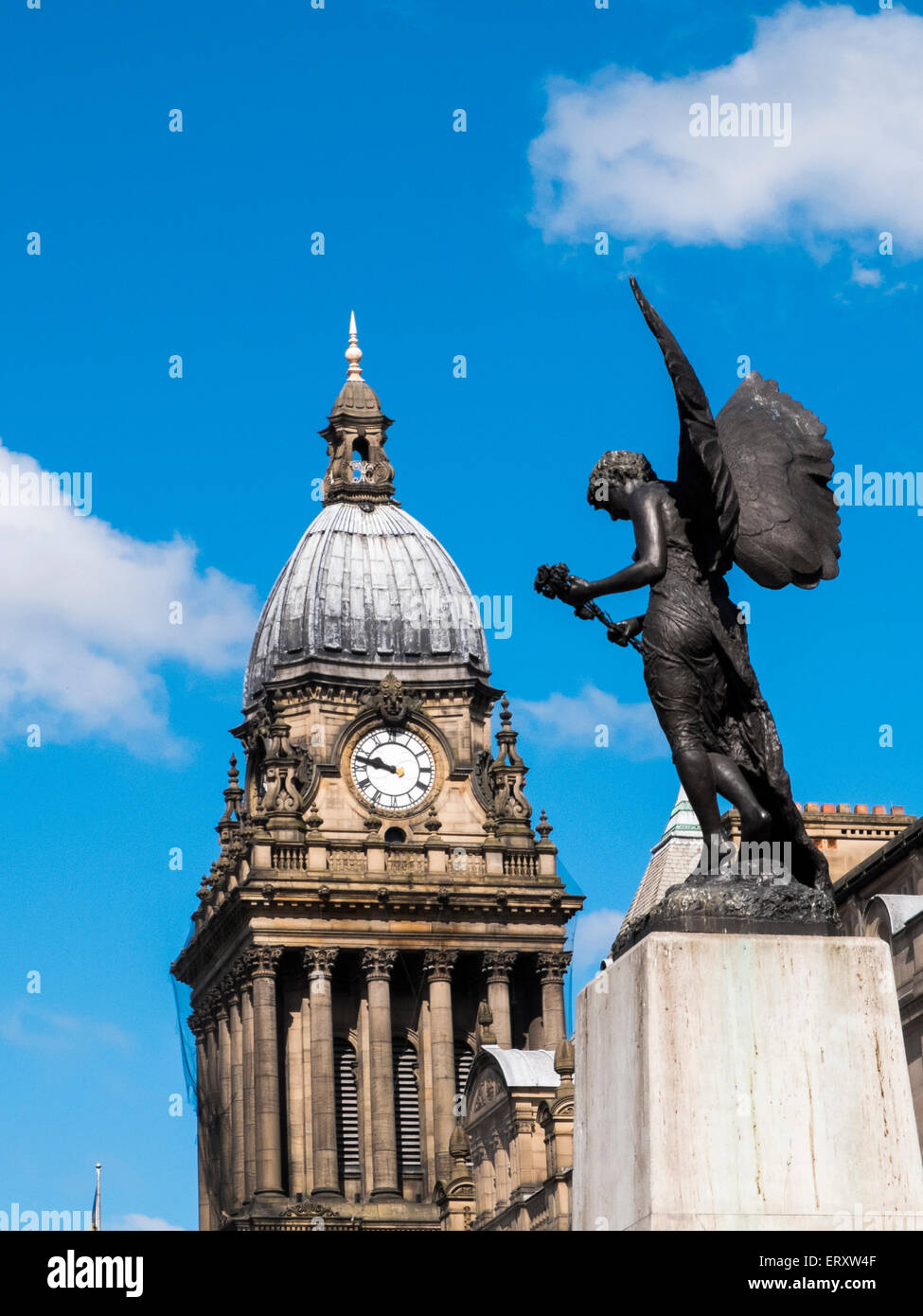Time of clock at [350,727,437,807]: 9:47
